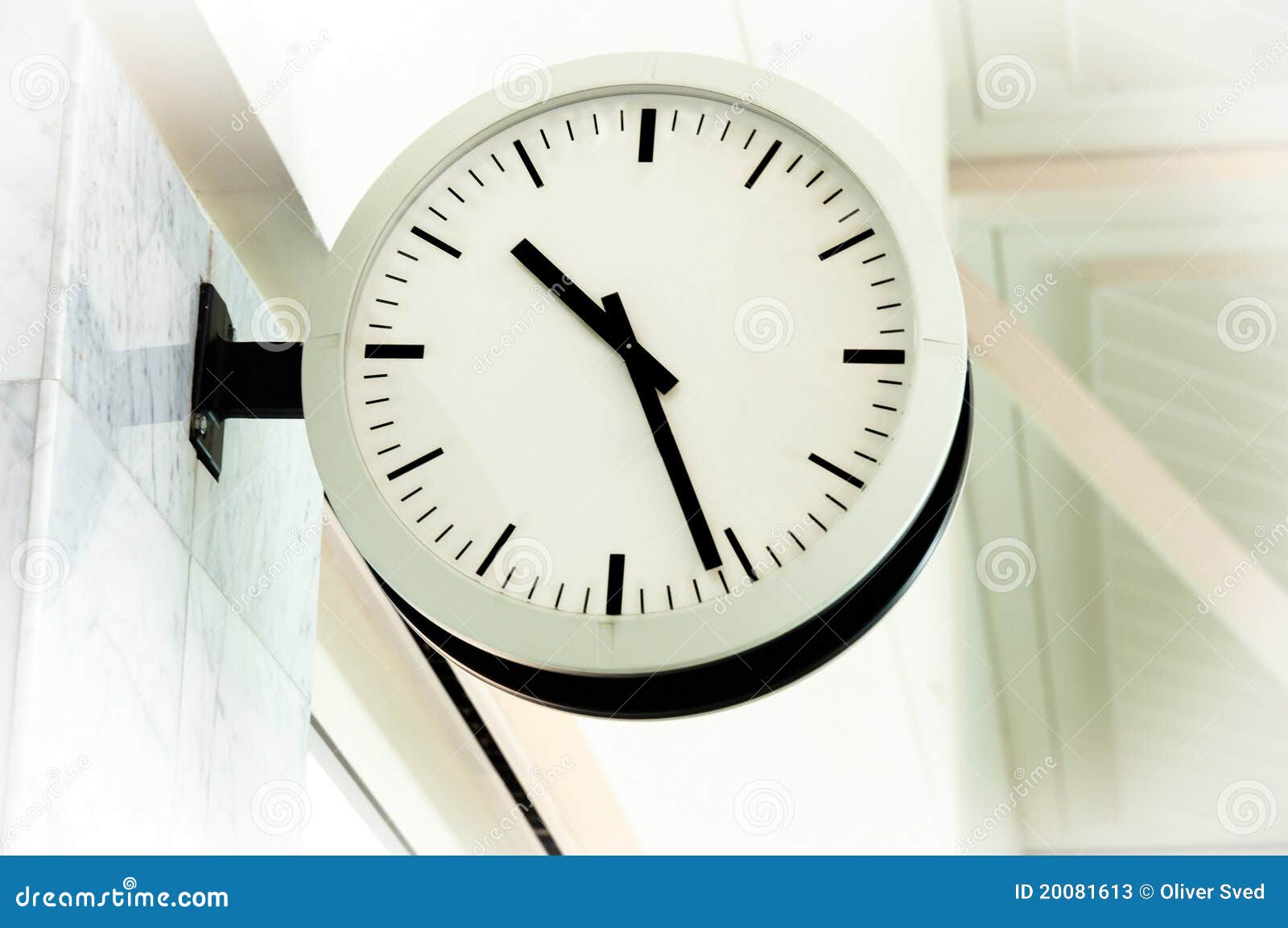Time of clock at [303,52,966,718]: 10:26
